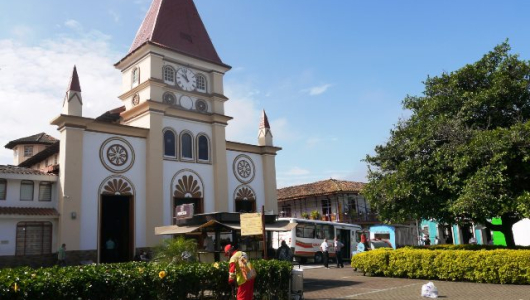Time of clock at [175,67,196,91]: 9:57
